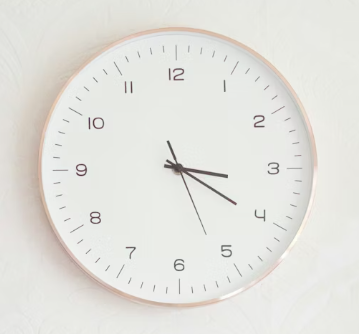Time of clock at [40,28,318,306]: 3:20
